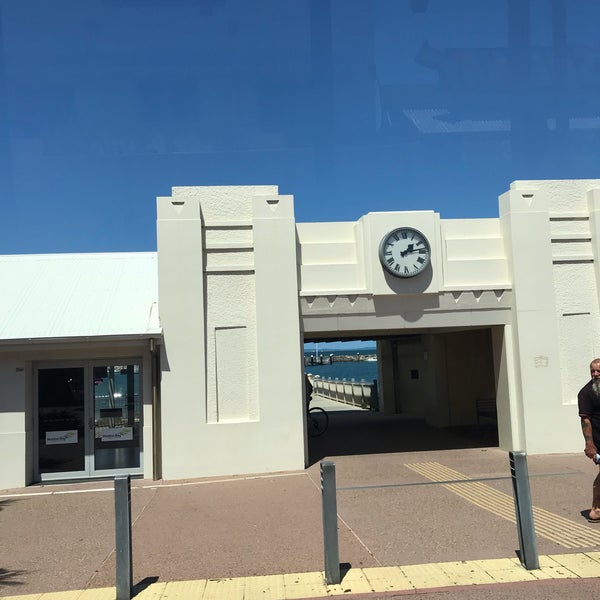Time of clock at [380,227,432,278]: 1:13
